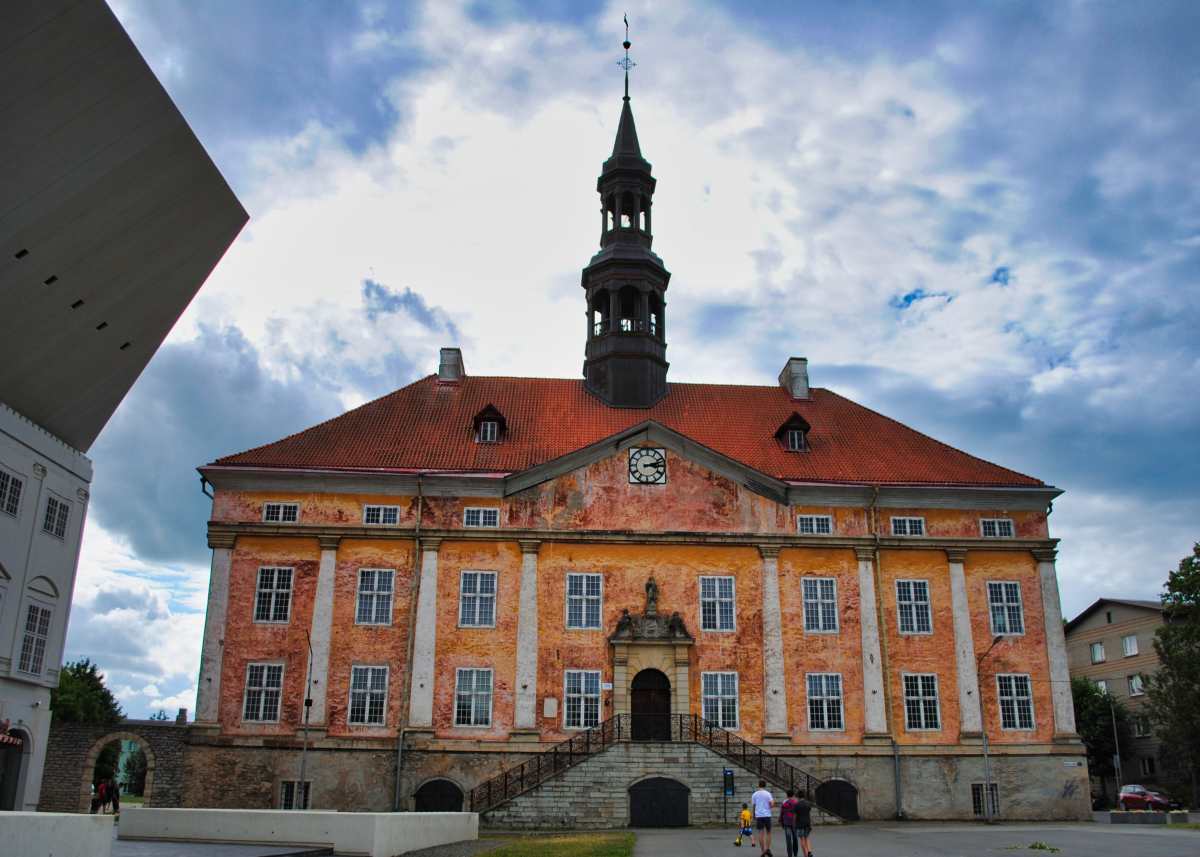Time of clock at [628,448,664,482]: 3:12
